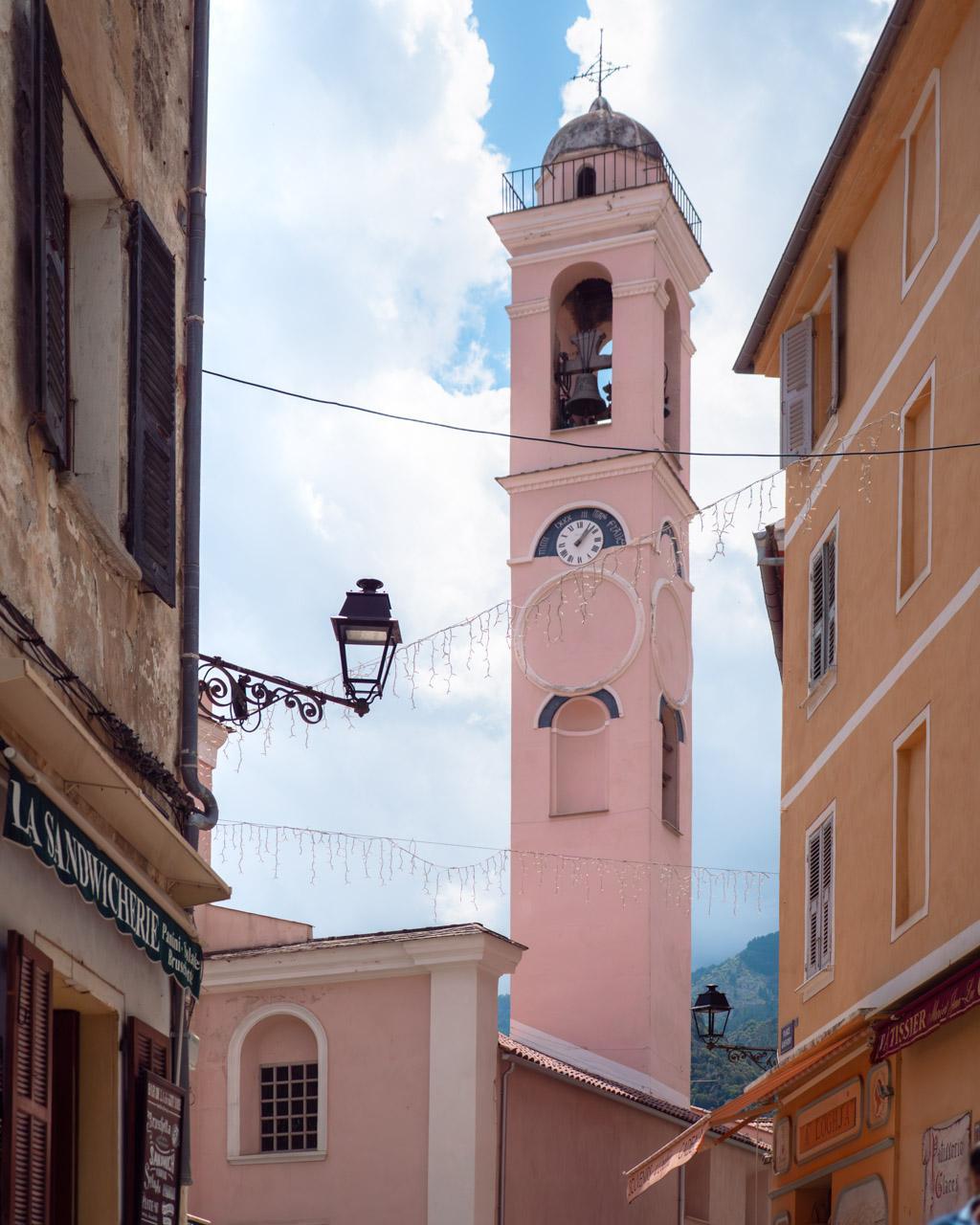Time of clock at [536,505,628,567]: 1:07
